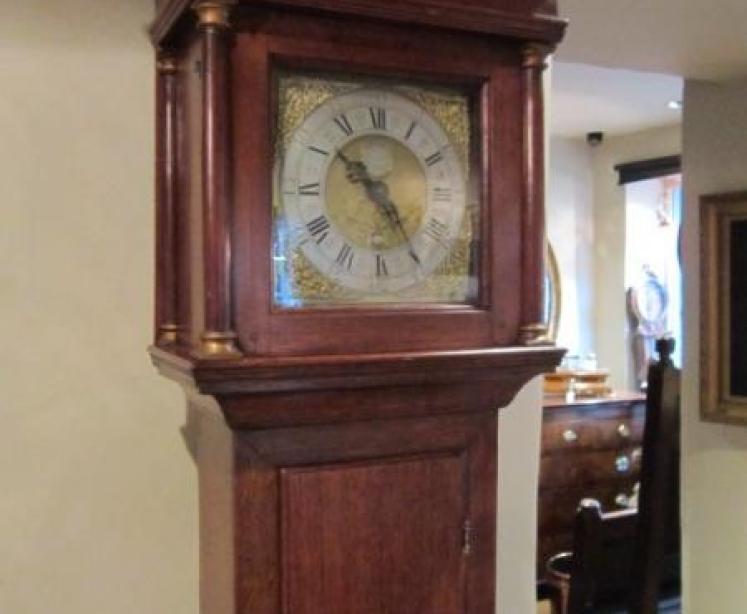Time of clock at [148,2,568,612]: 10:23
